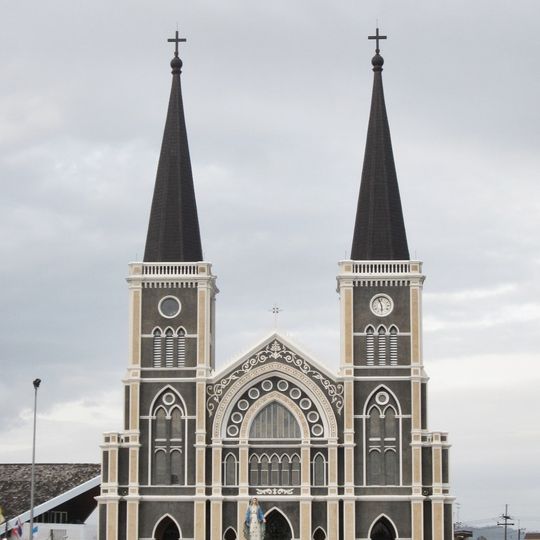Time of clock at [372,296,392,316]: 5:57
